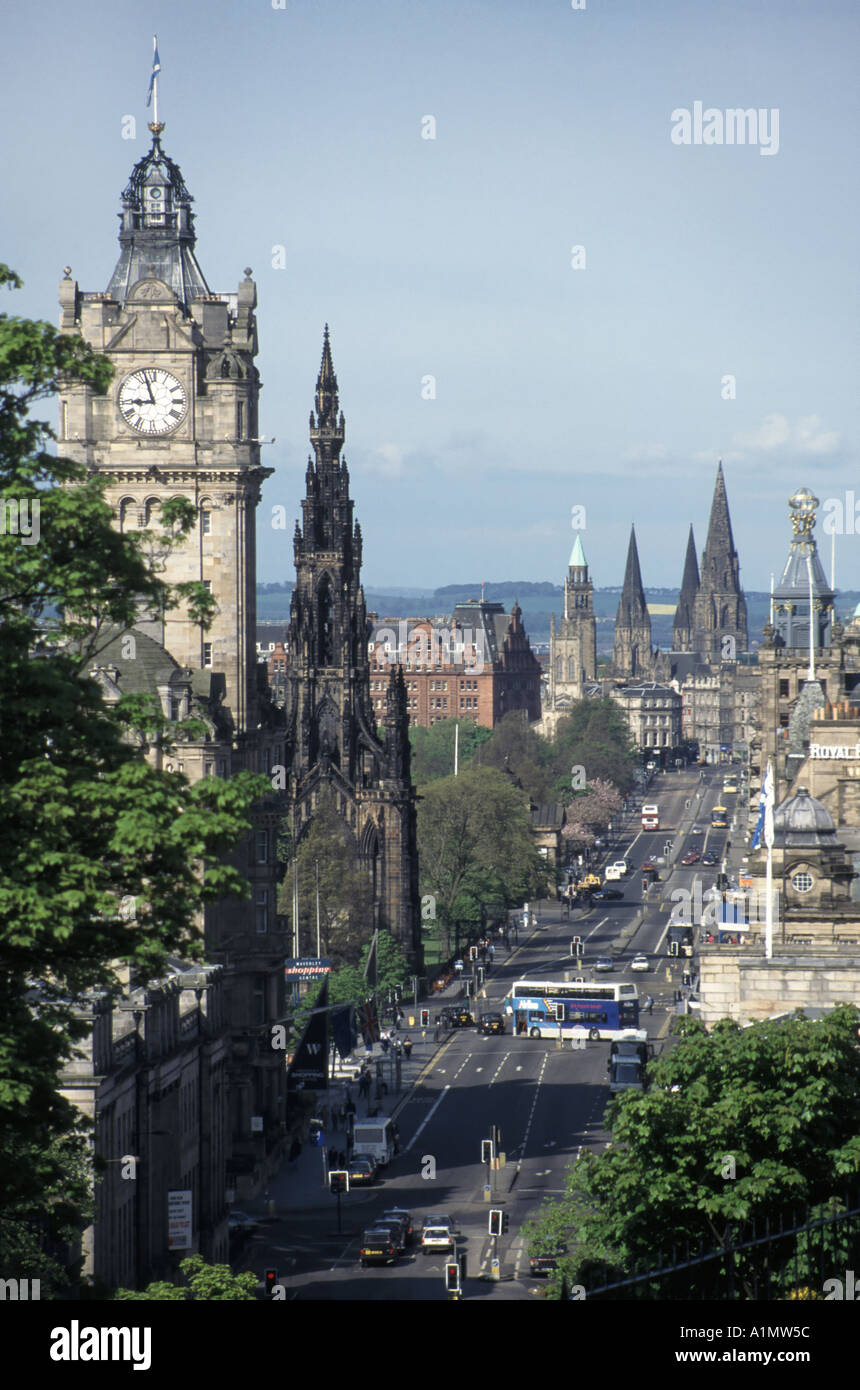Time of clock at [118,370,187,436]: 8:56
